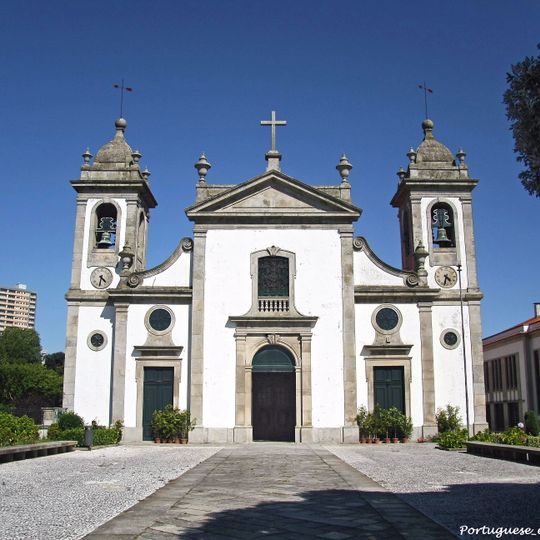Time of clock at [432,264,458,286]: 4:32
